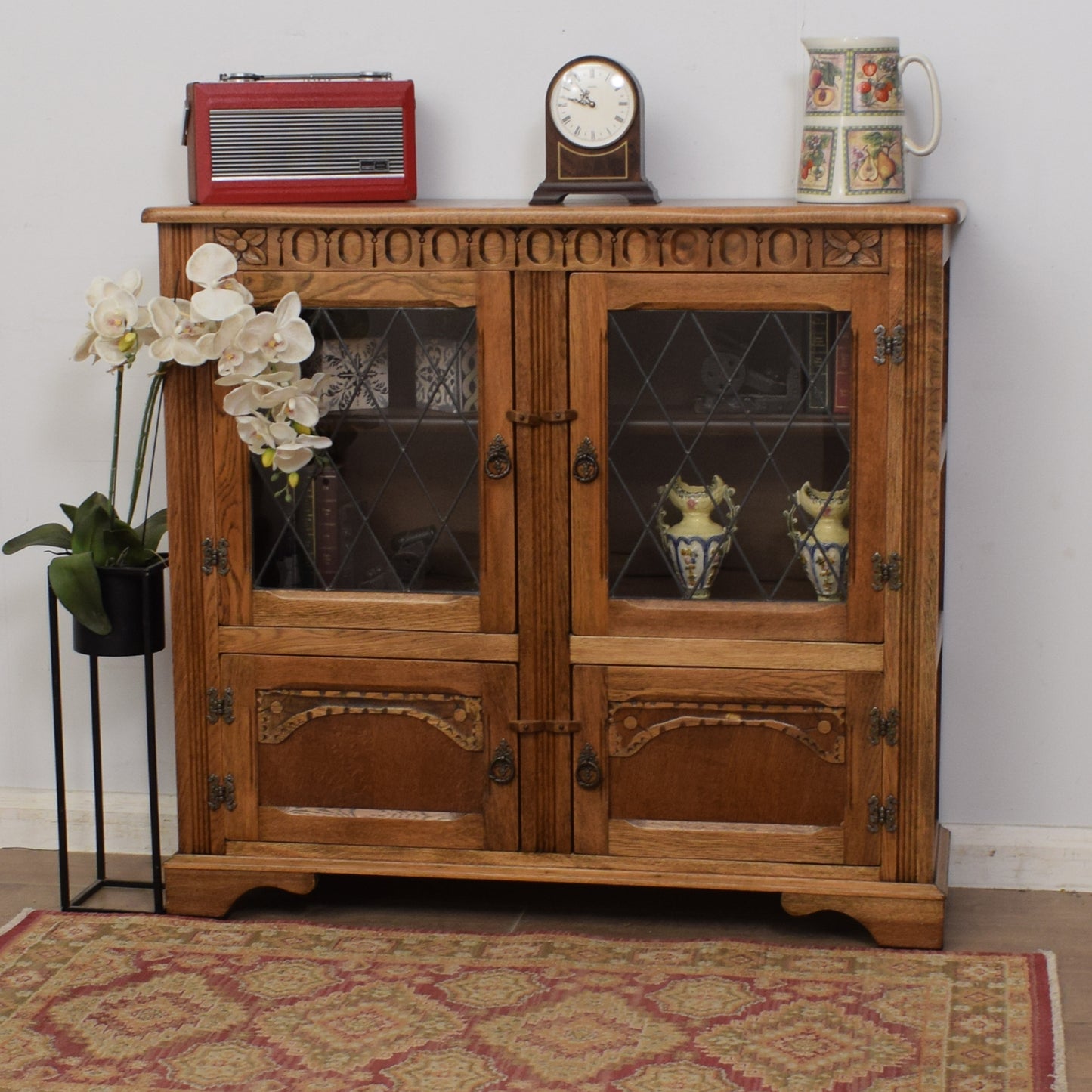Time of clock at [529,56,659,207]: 10:47
